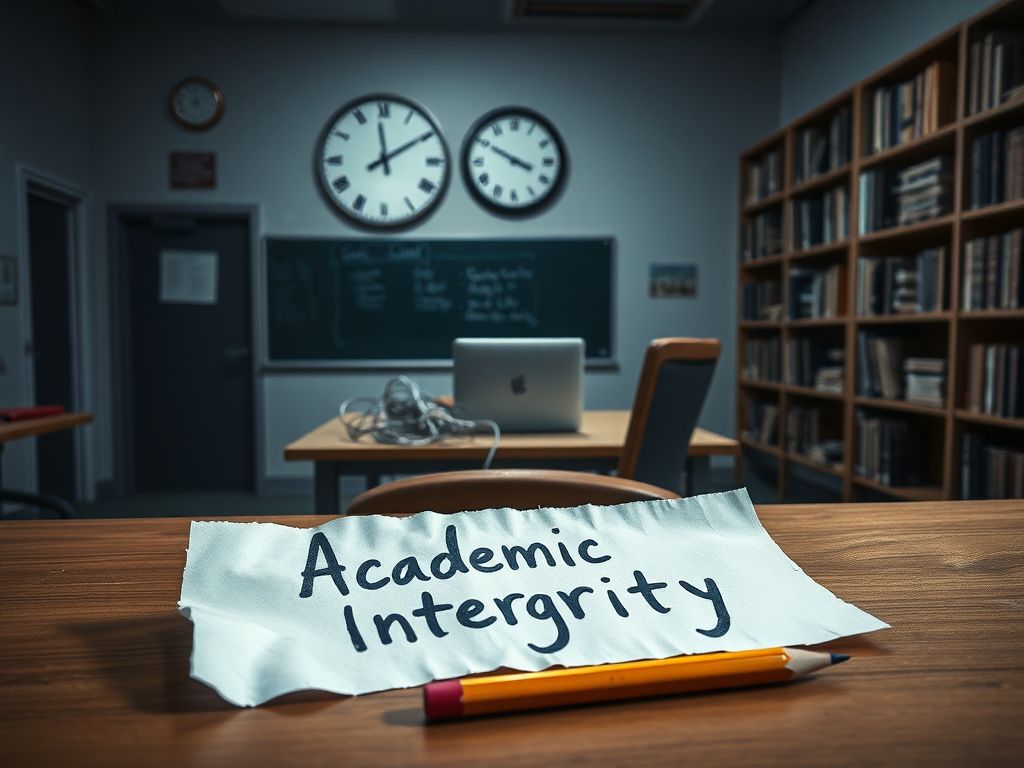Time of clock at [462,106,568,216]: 3:49
